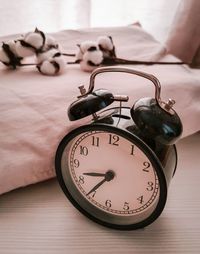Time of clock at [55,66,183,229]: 8:35
